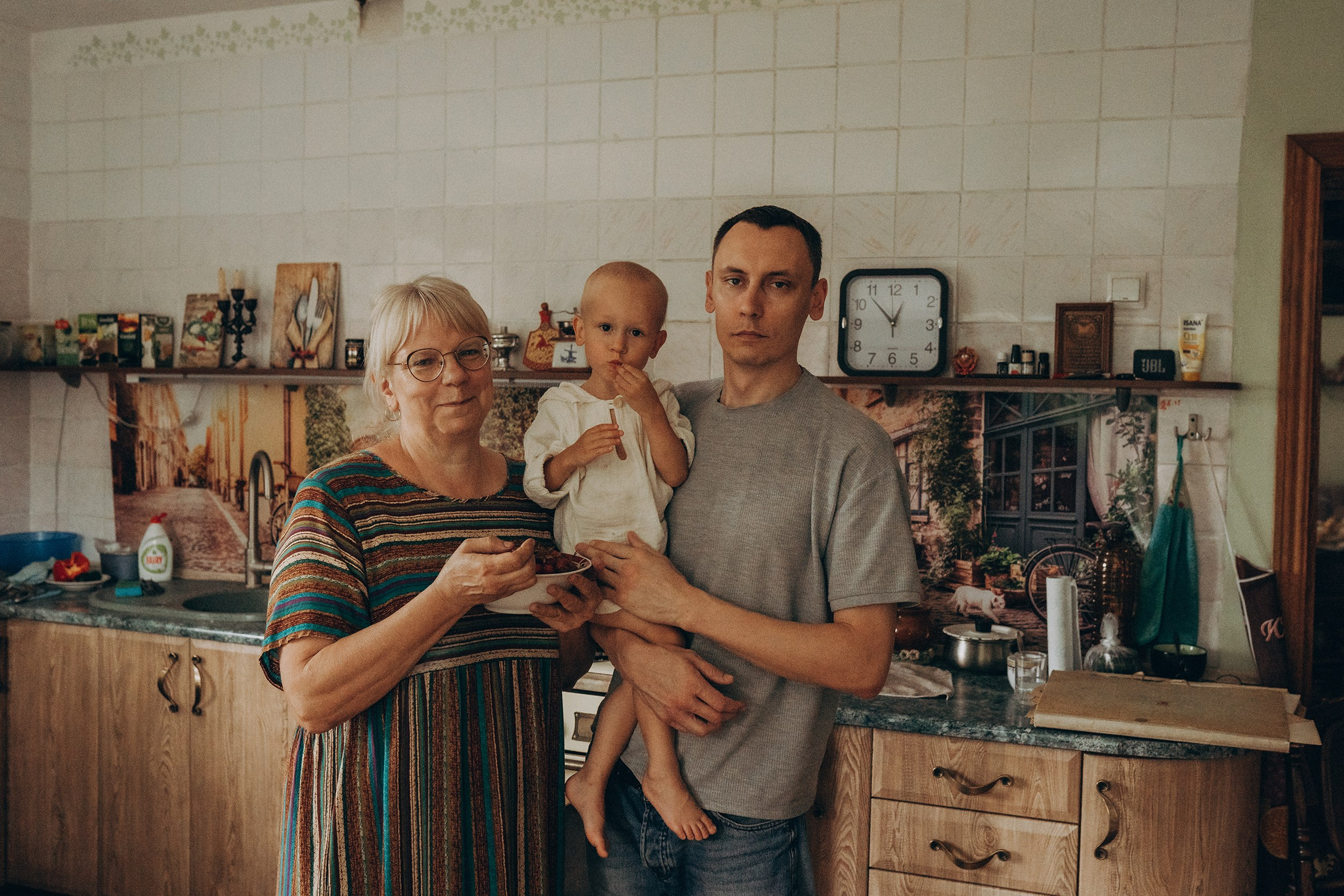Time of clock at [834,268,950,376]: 12:52
